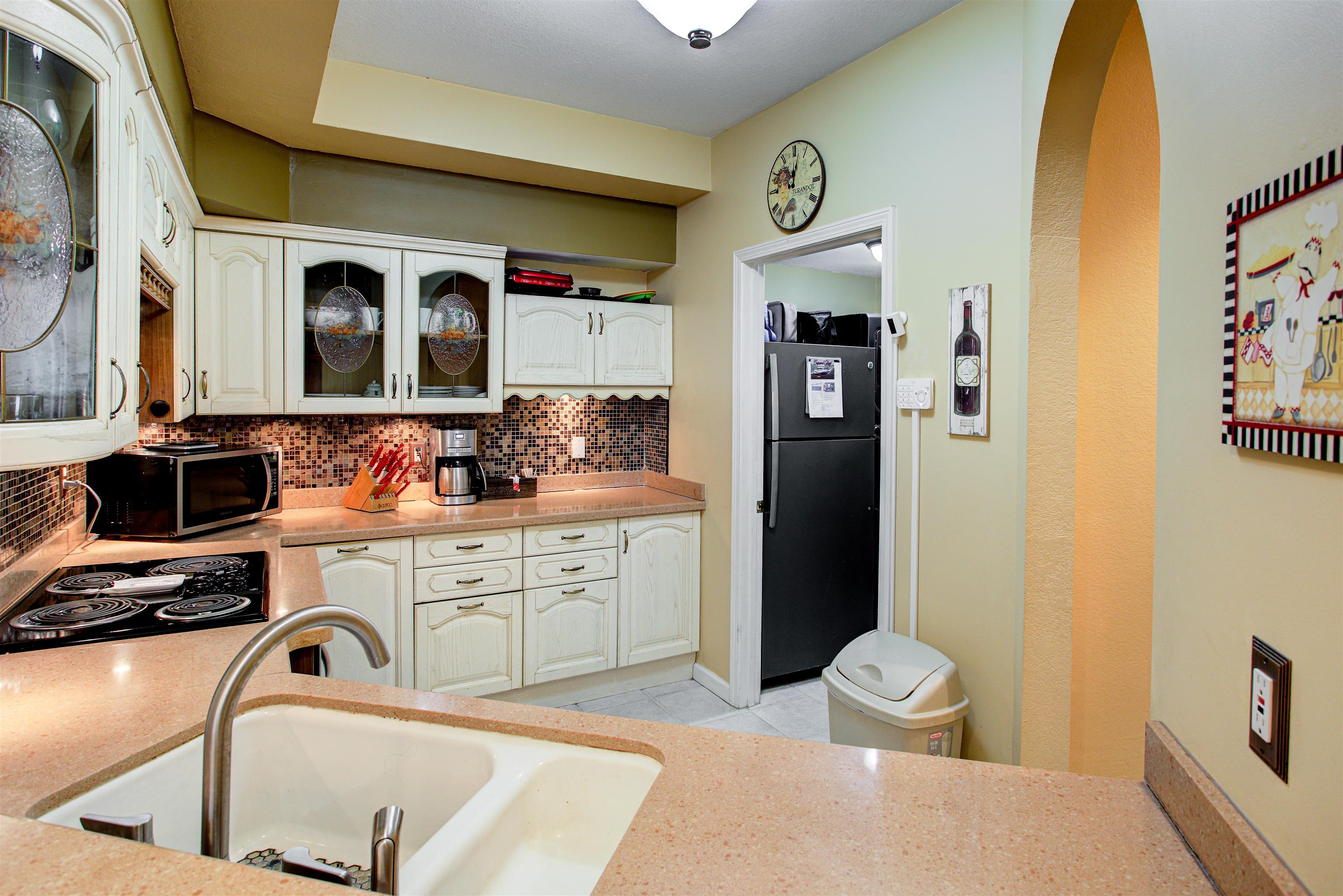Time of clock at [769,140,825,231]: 12:02
